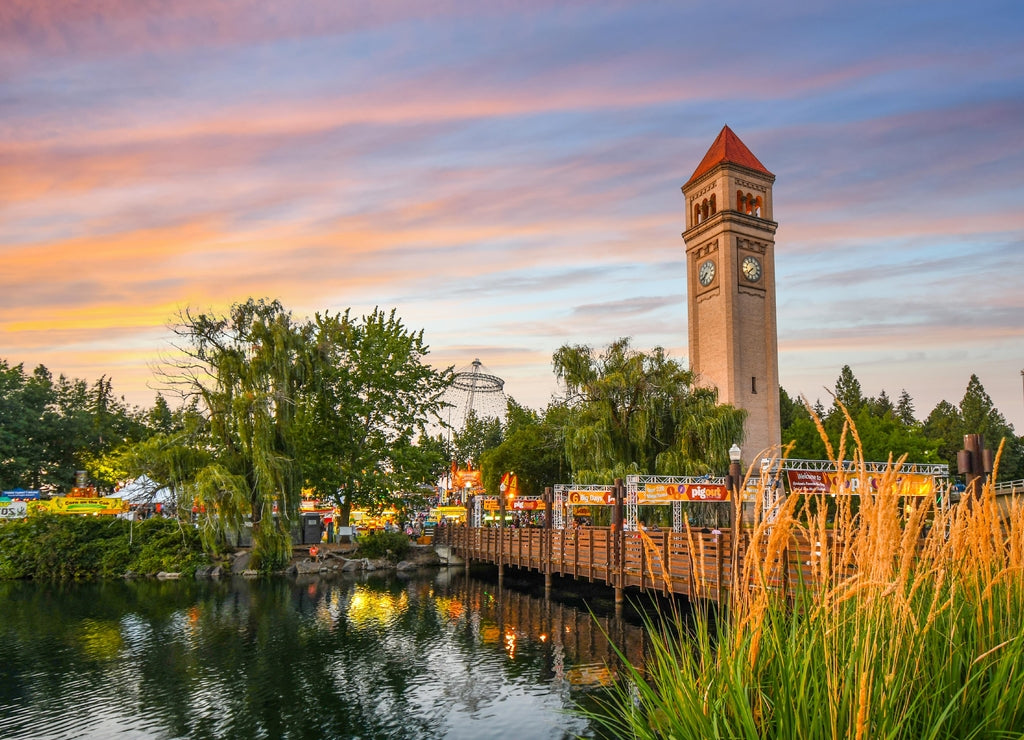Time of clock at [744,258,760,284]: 7:37
